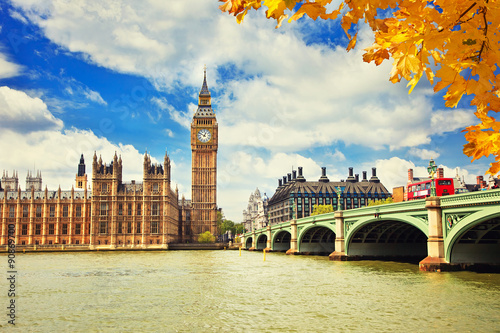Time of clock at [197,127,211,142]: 12:49
